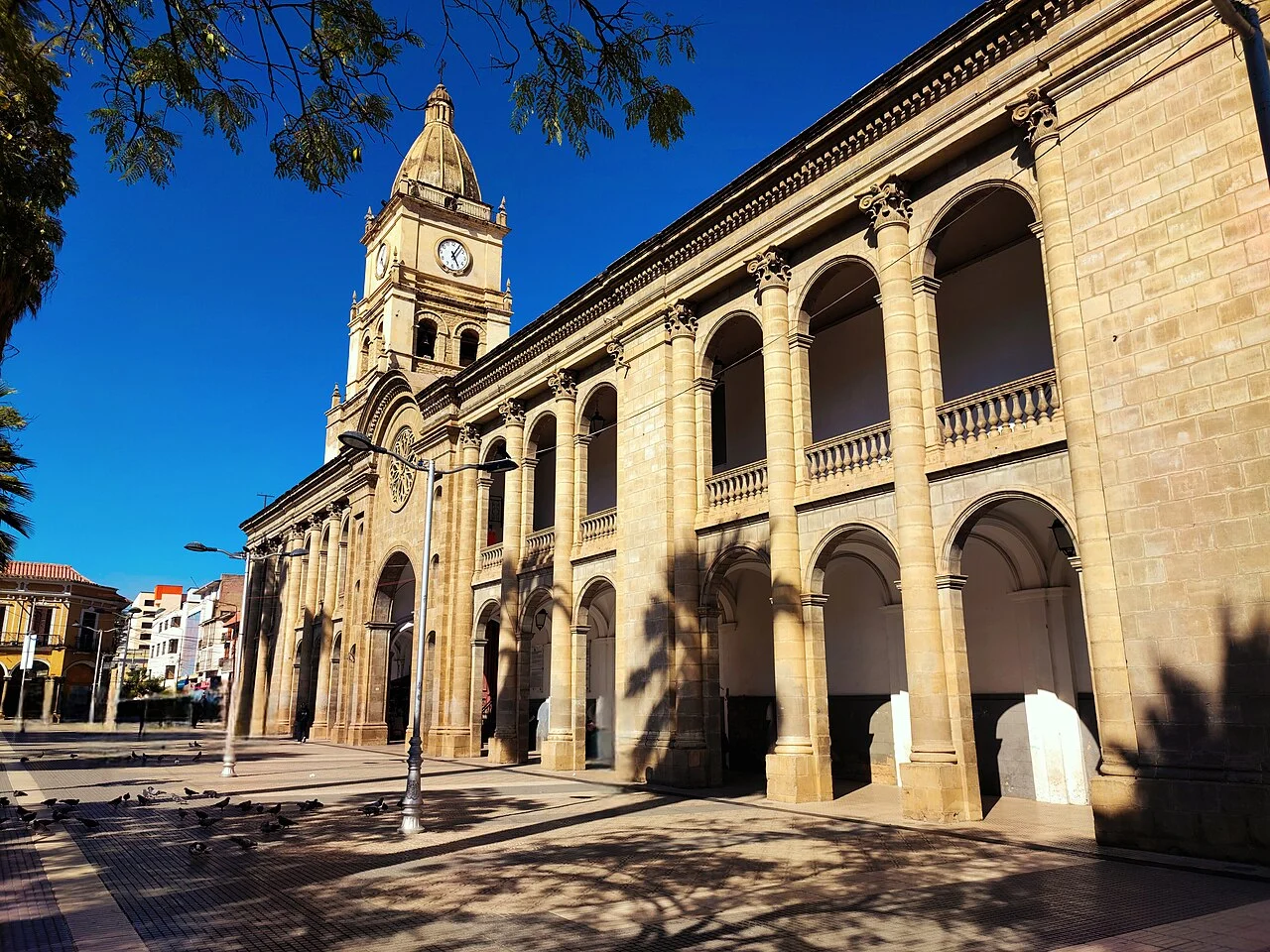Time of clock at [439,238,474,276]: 5:05
